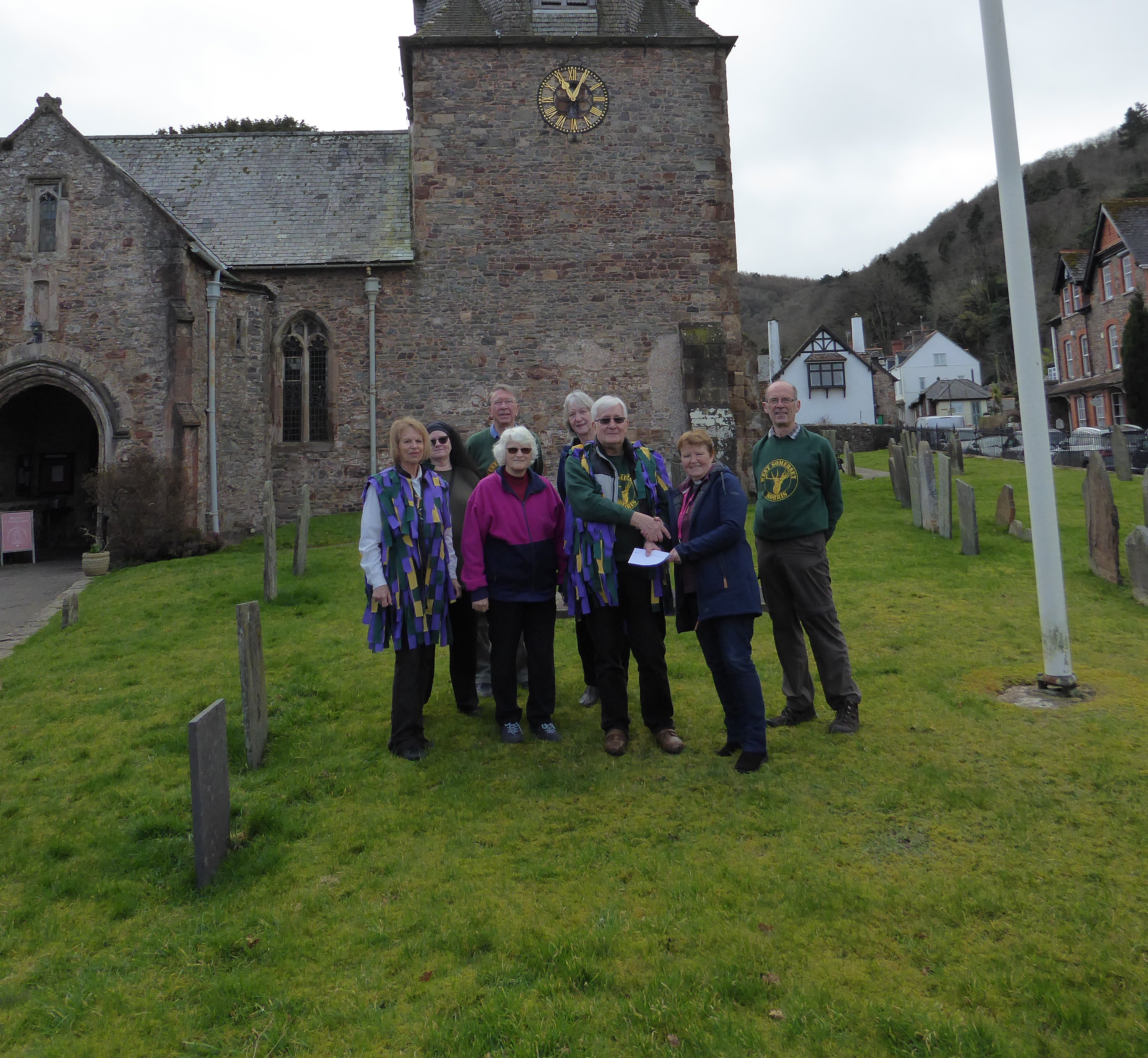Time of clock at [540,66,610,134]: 11:04
